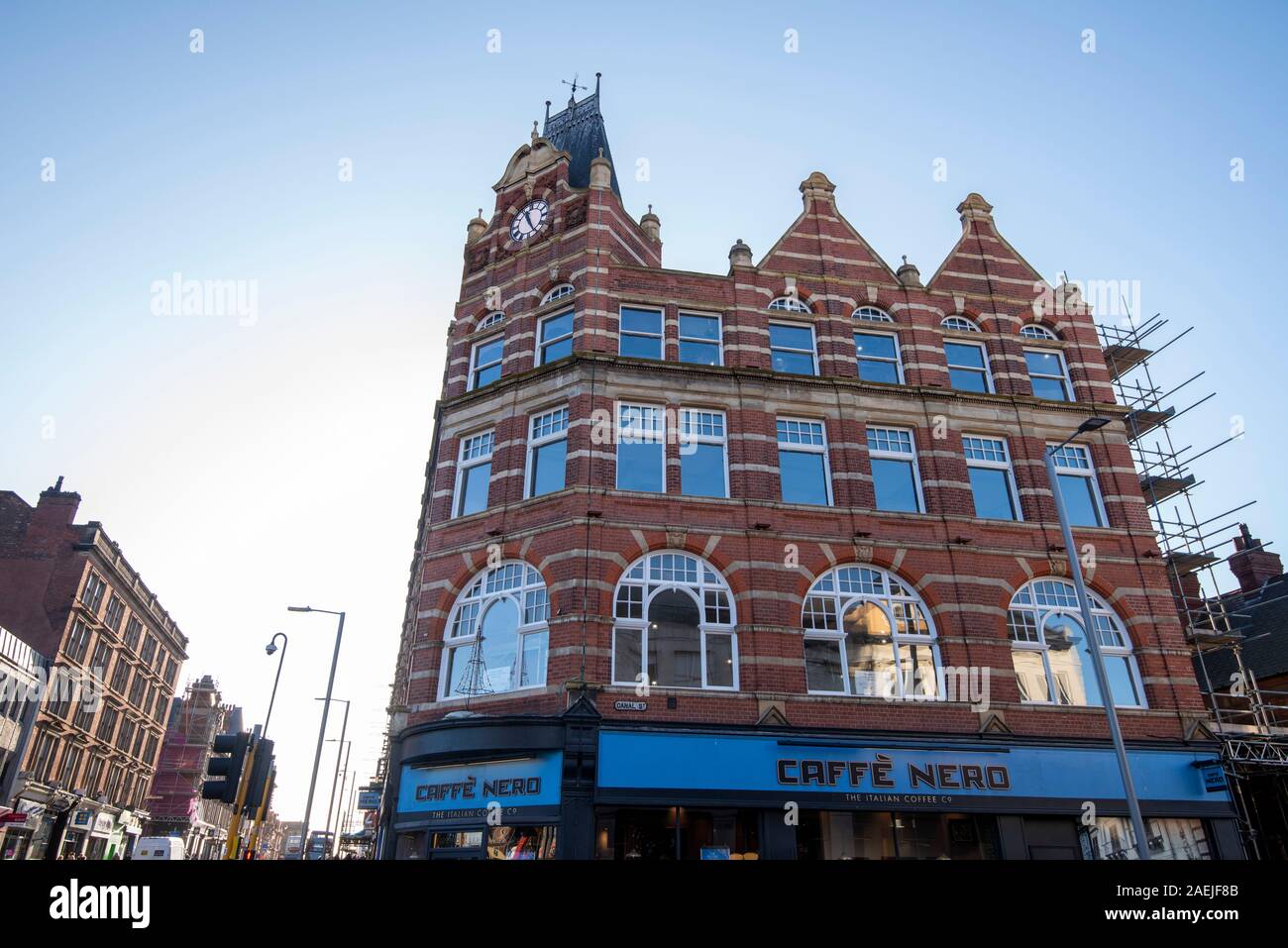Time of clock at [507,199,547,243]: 11:25
